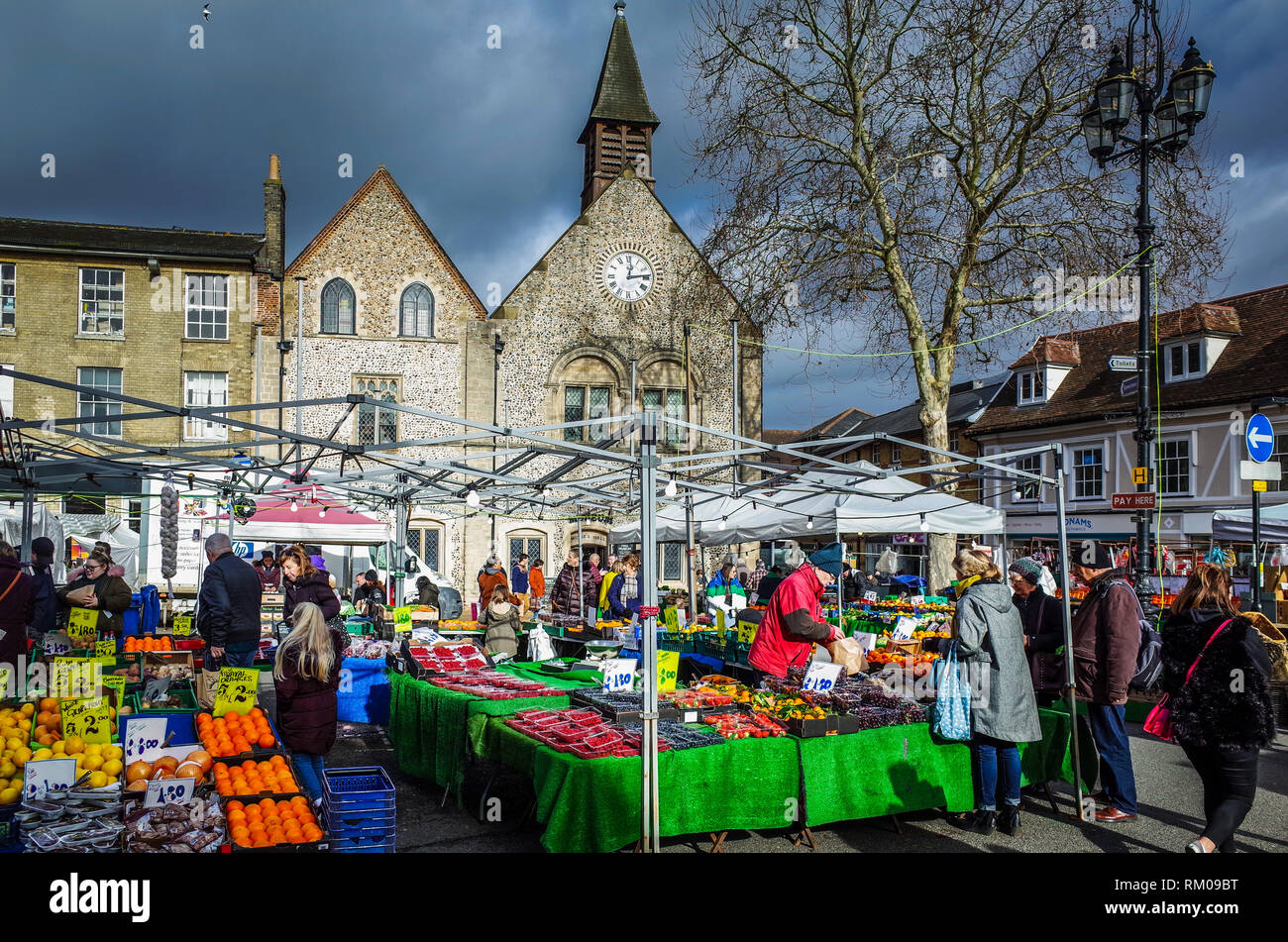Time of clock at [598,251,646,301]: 12:13
